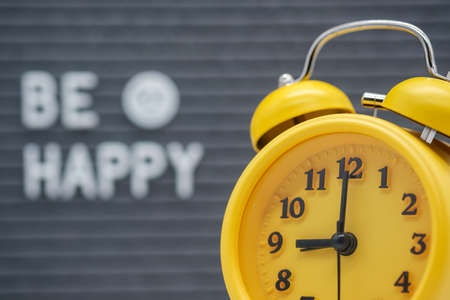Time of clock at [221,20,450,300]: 8:59
